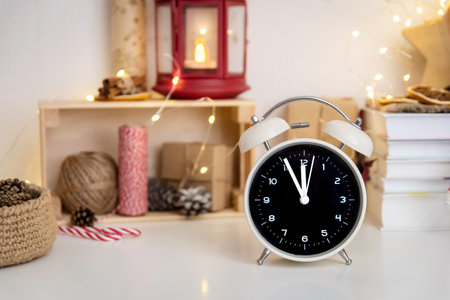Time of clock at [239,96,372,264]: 11:55
